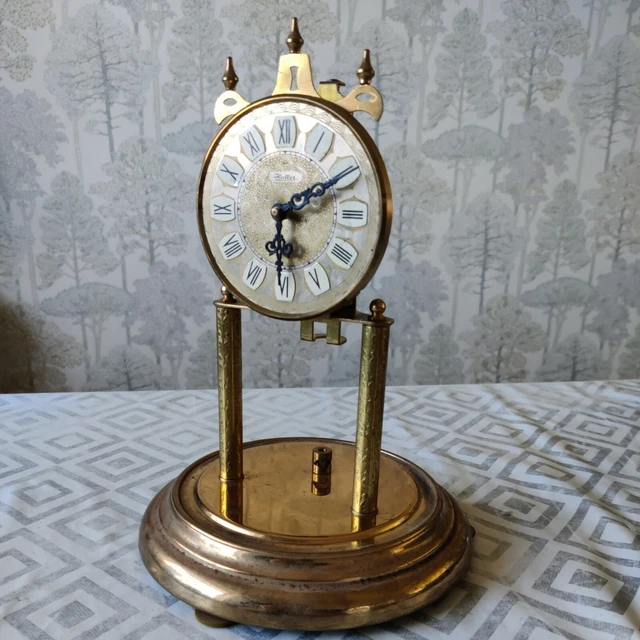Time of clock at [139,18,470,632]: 6:10
